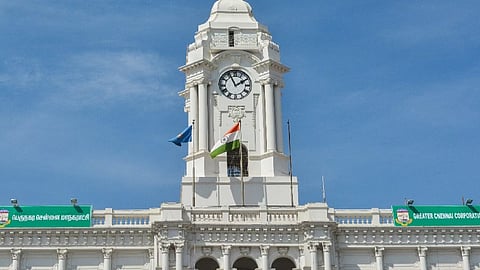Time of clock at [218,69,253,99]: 1:55
